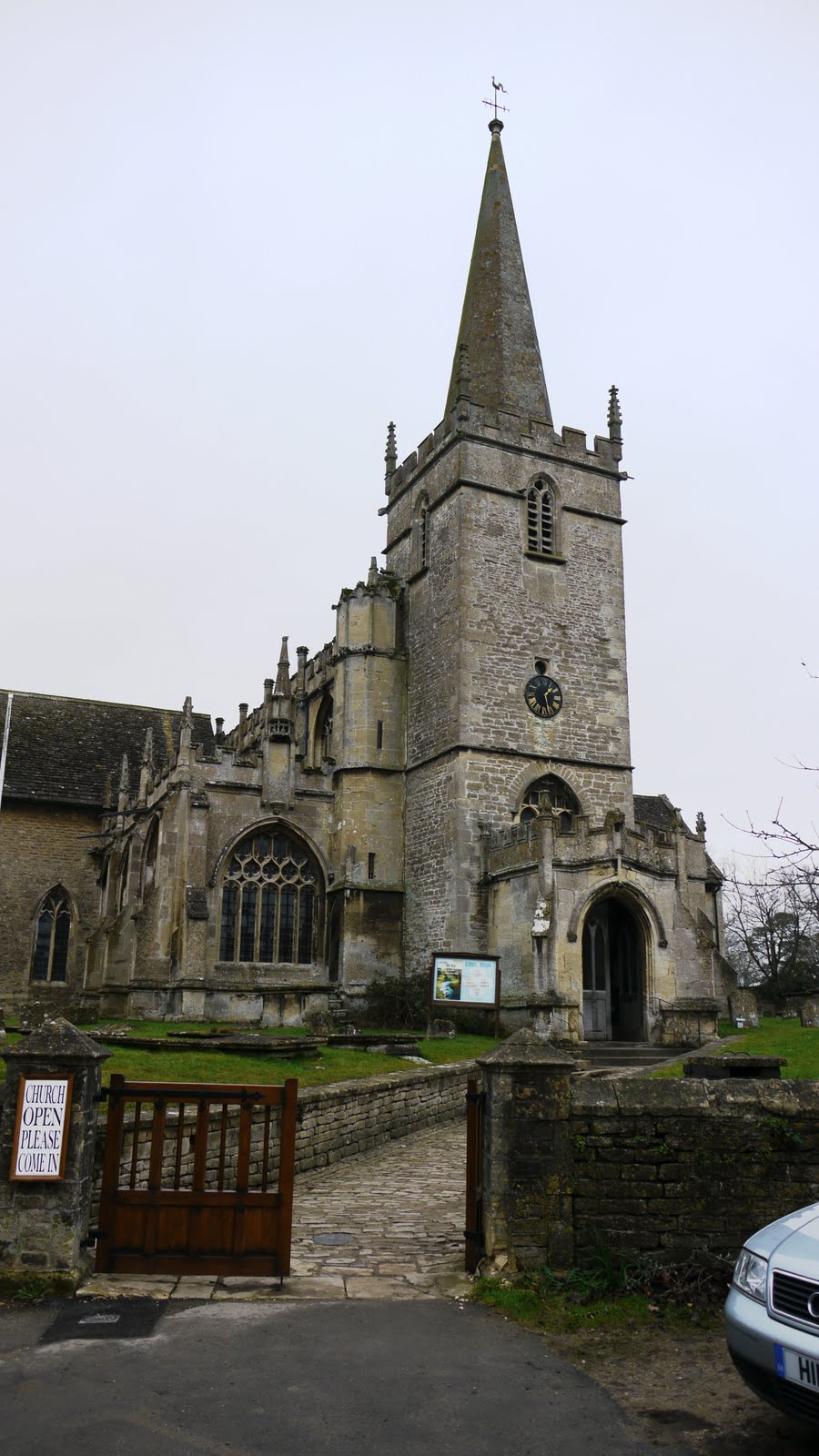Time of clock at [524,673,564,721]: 1:28
